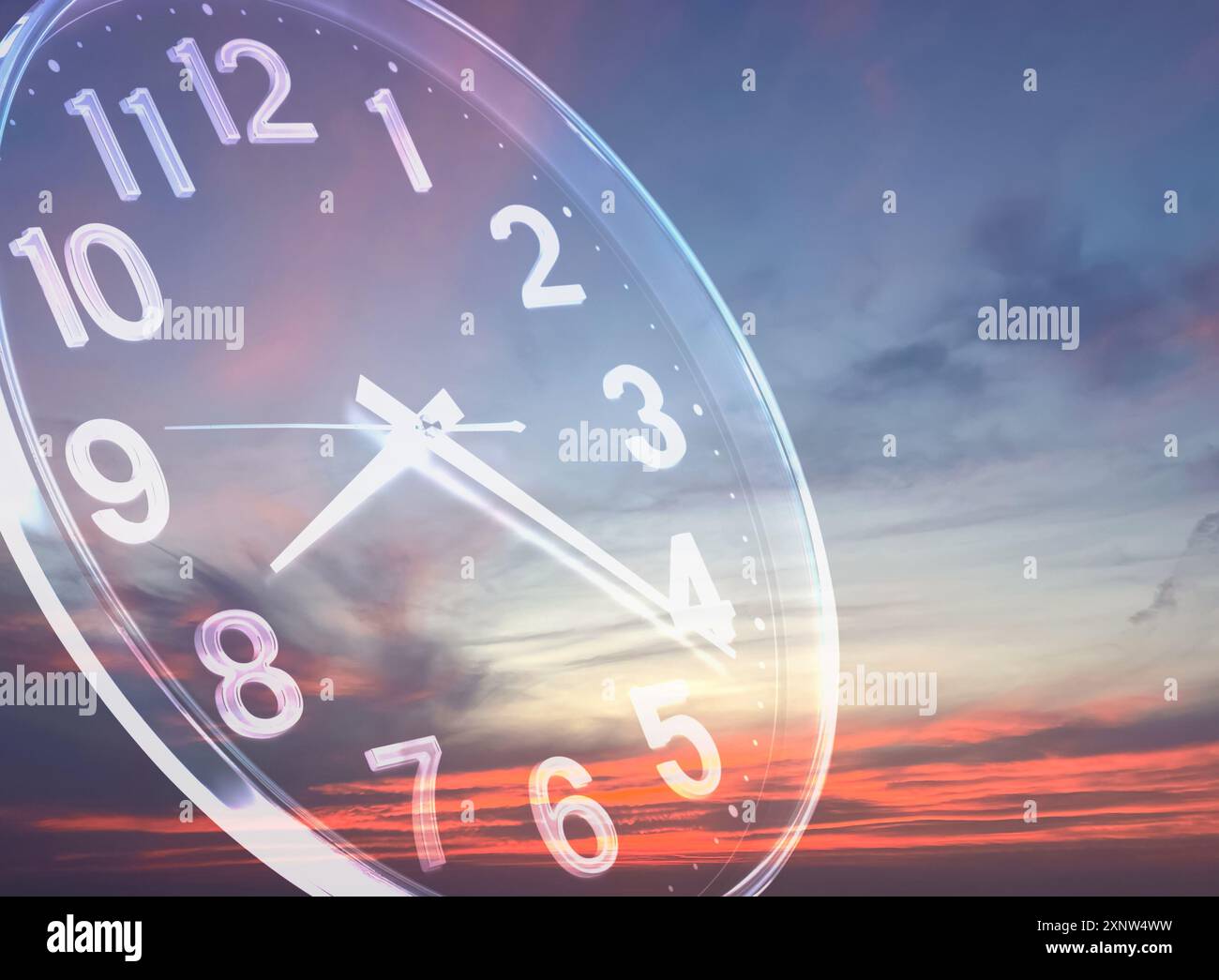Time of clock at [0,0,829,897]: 8:21
